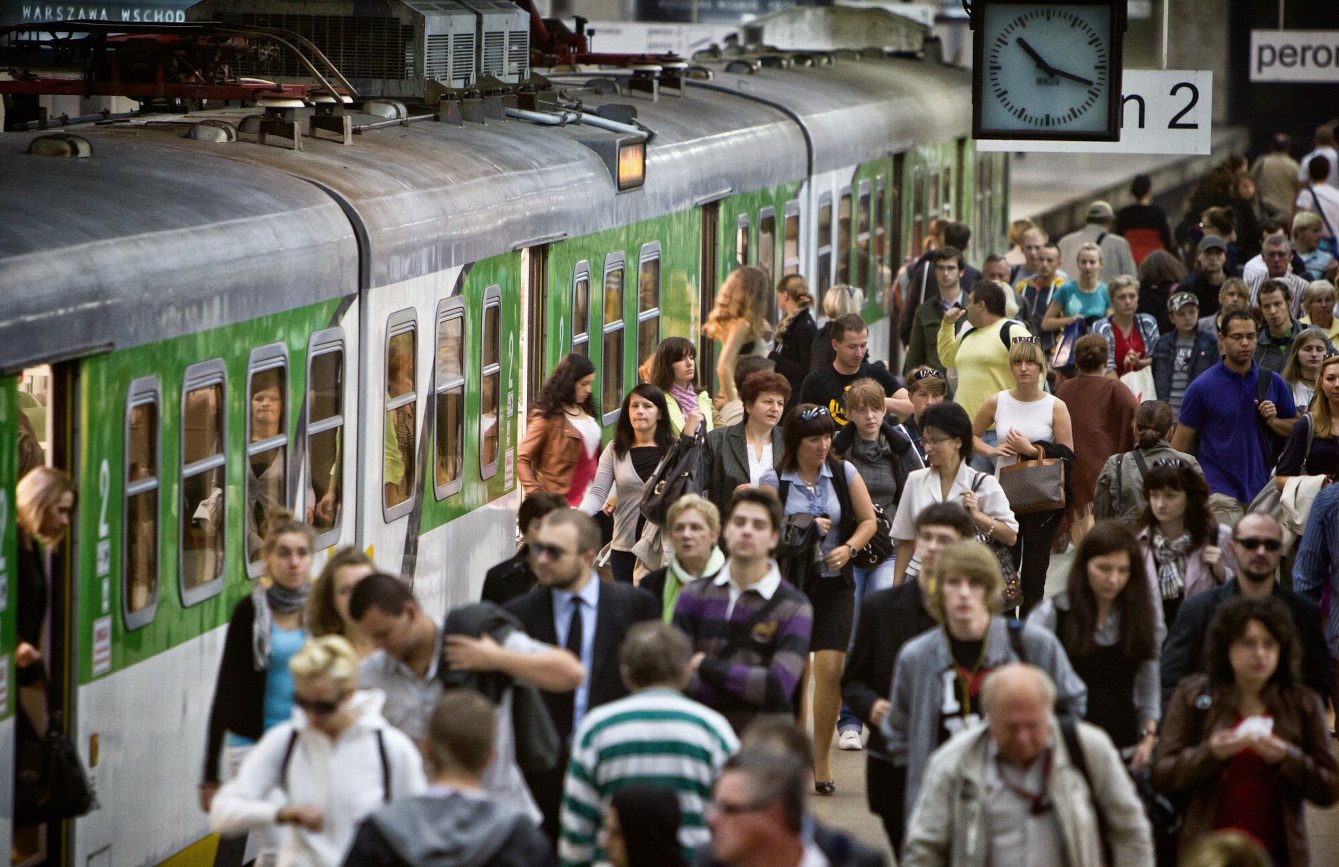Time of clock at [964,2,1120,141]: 10:18
